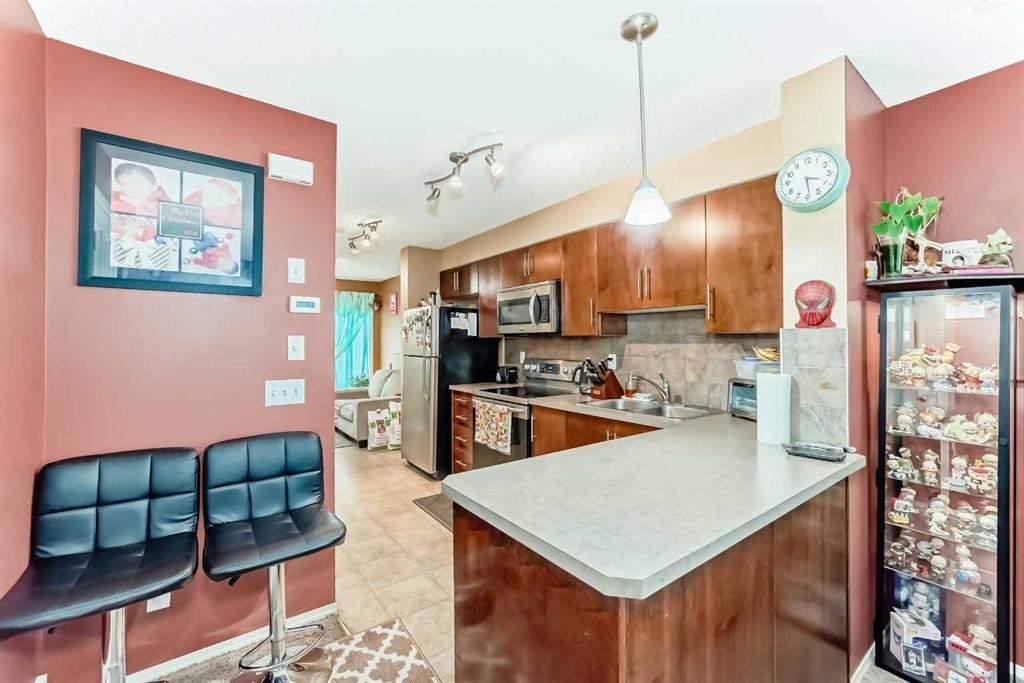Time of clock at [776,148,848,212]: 3:29
